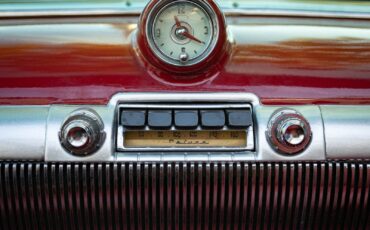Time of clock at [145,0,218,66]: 11:20
